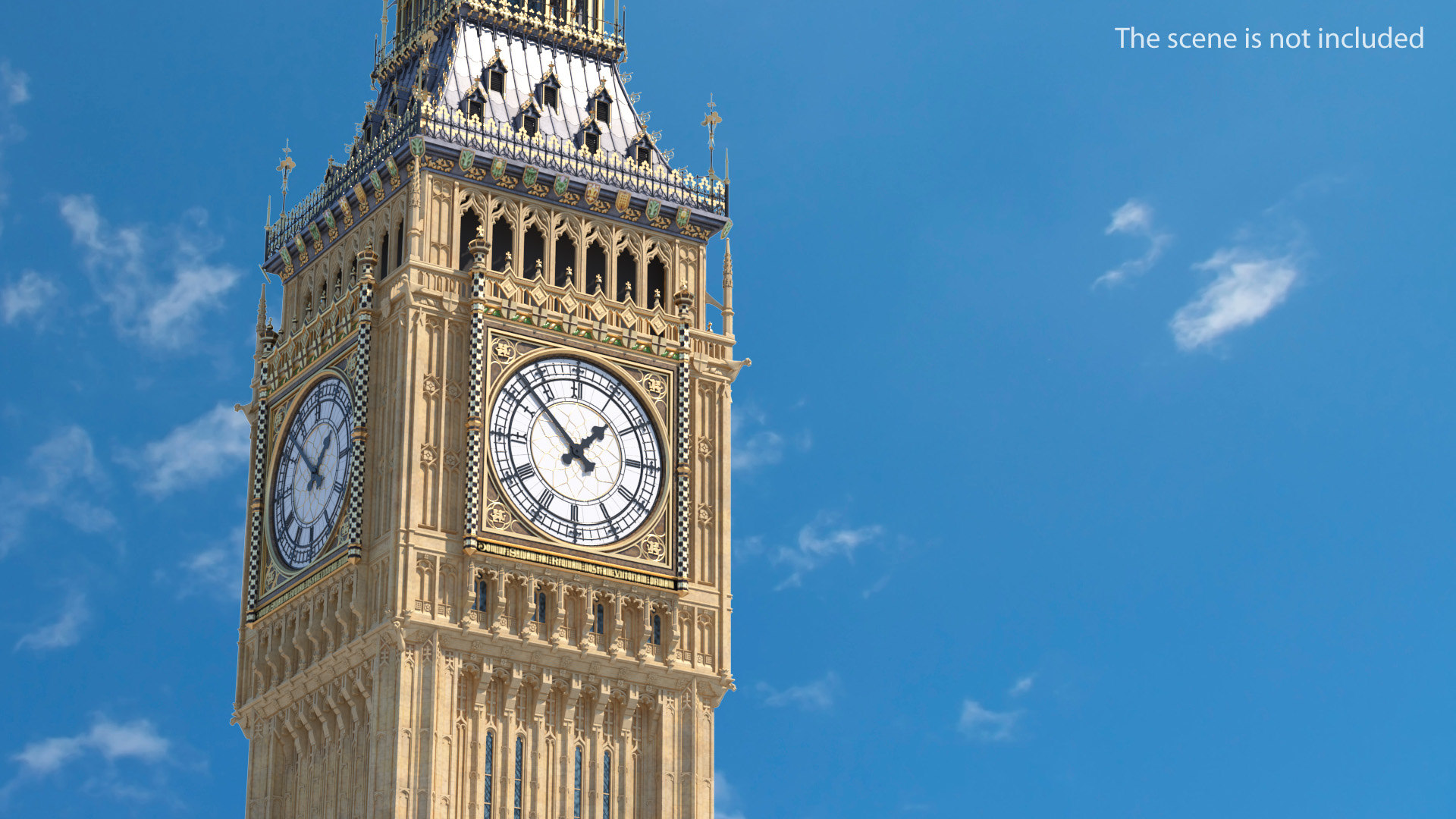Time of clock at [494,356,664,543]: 1:52
